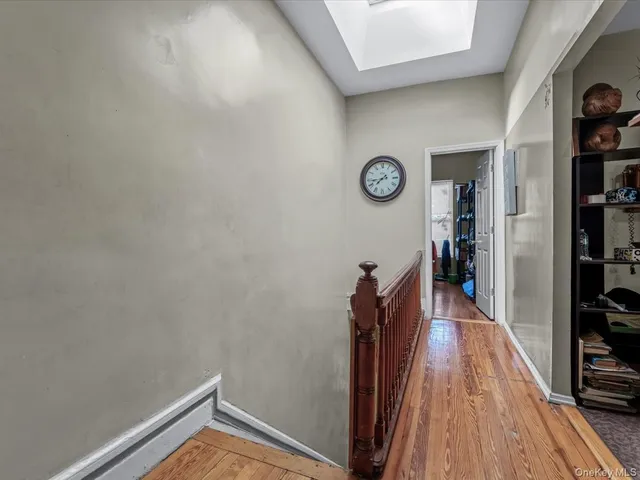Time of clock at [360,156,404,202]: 7:43
